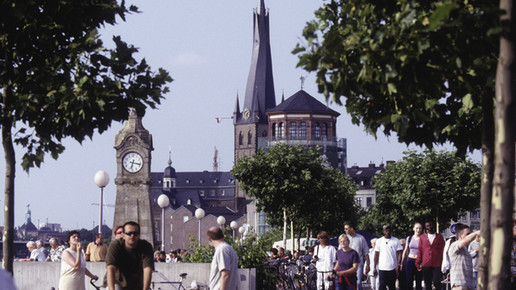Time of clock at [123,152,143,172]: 6:17
